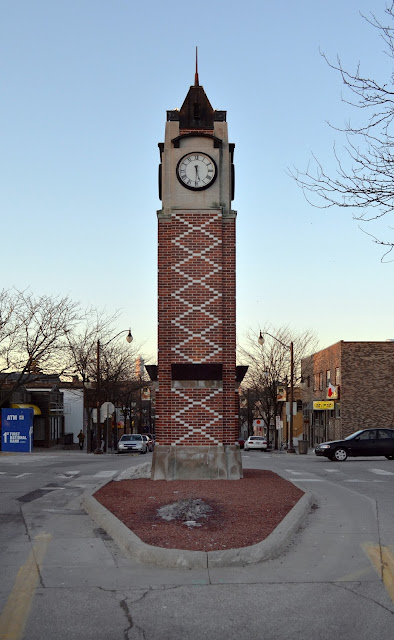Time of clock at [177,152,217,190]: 5:30
